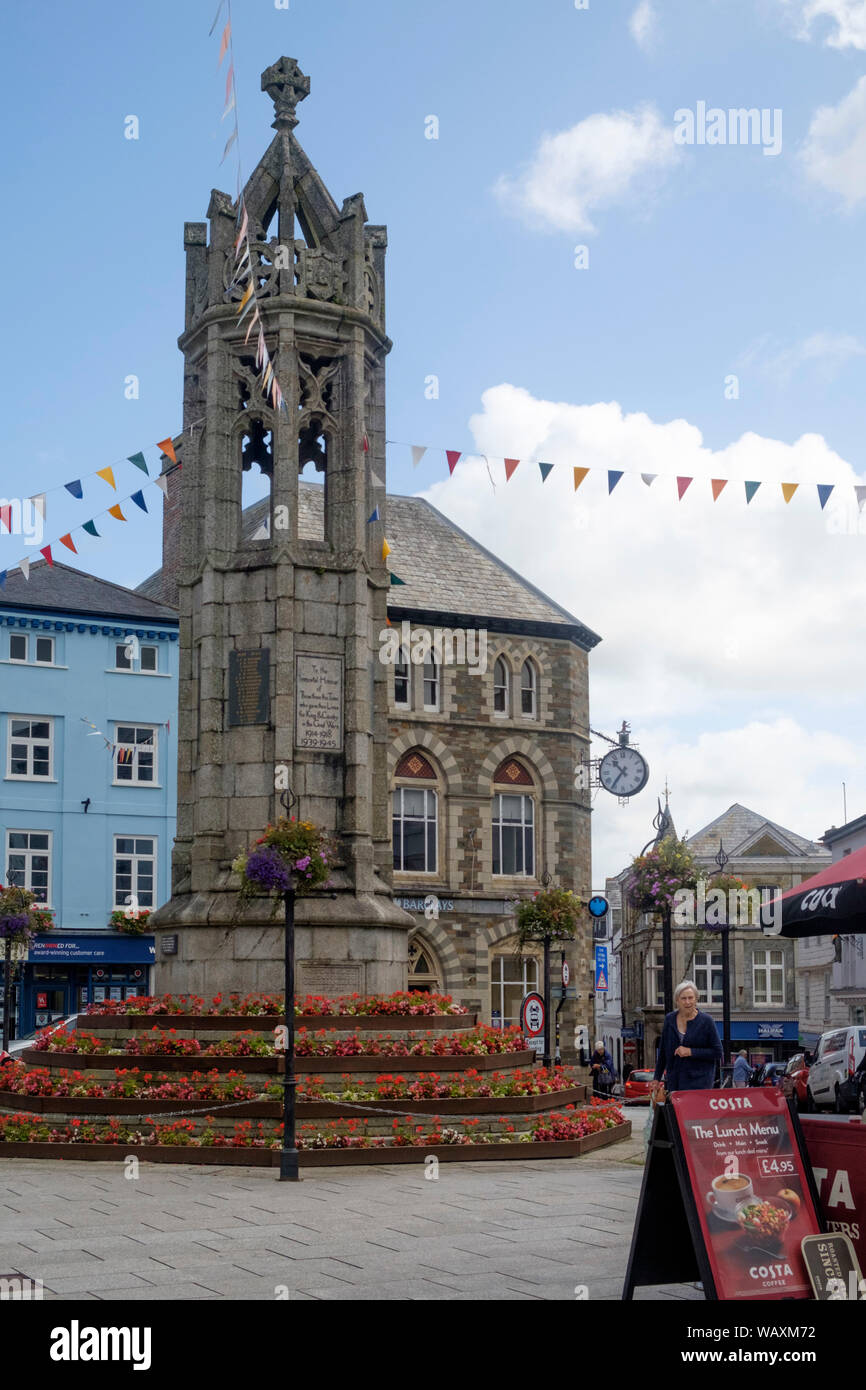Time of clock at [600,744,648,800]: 10:36
